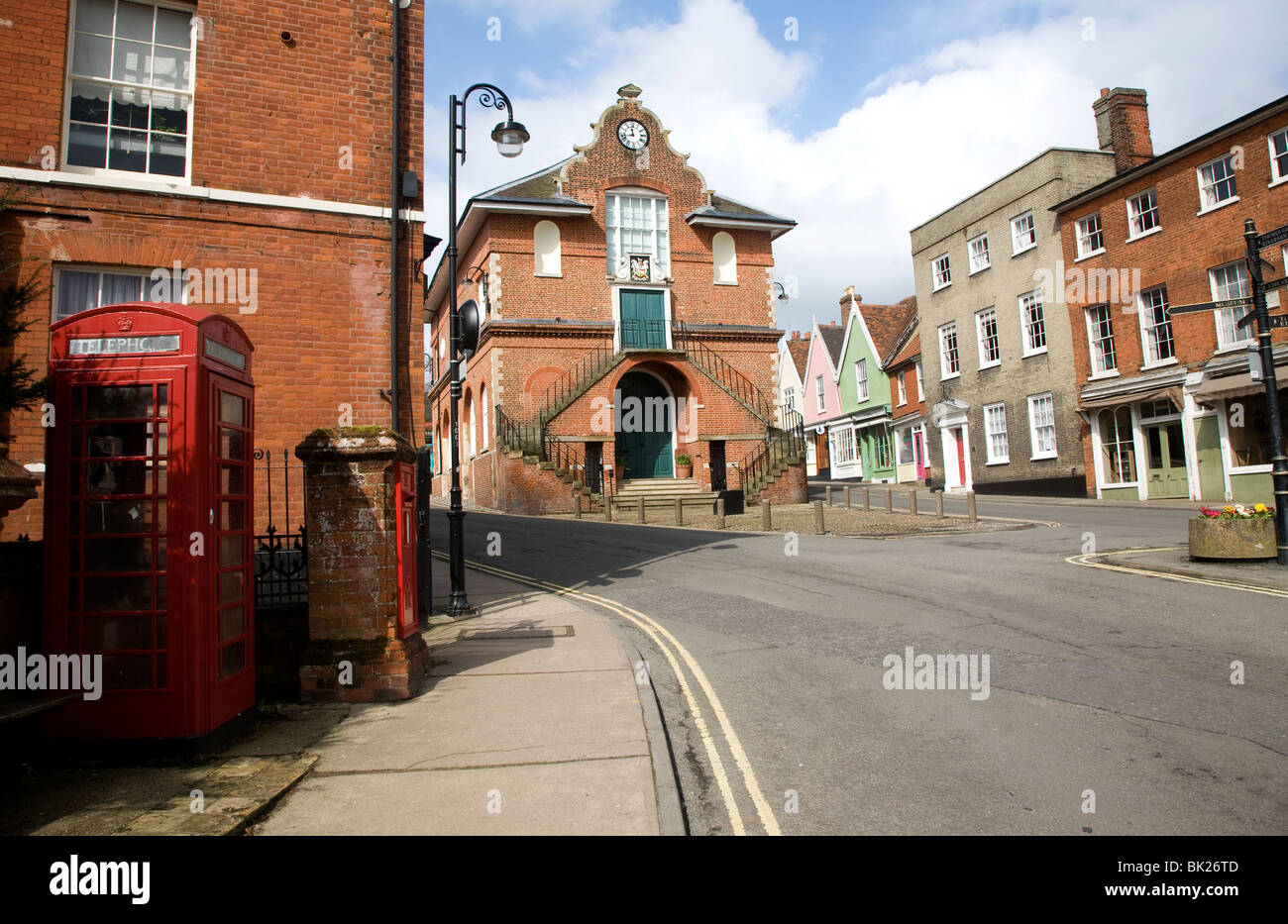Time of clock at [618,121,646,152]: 11:42
